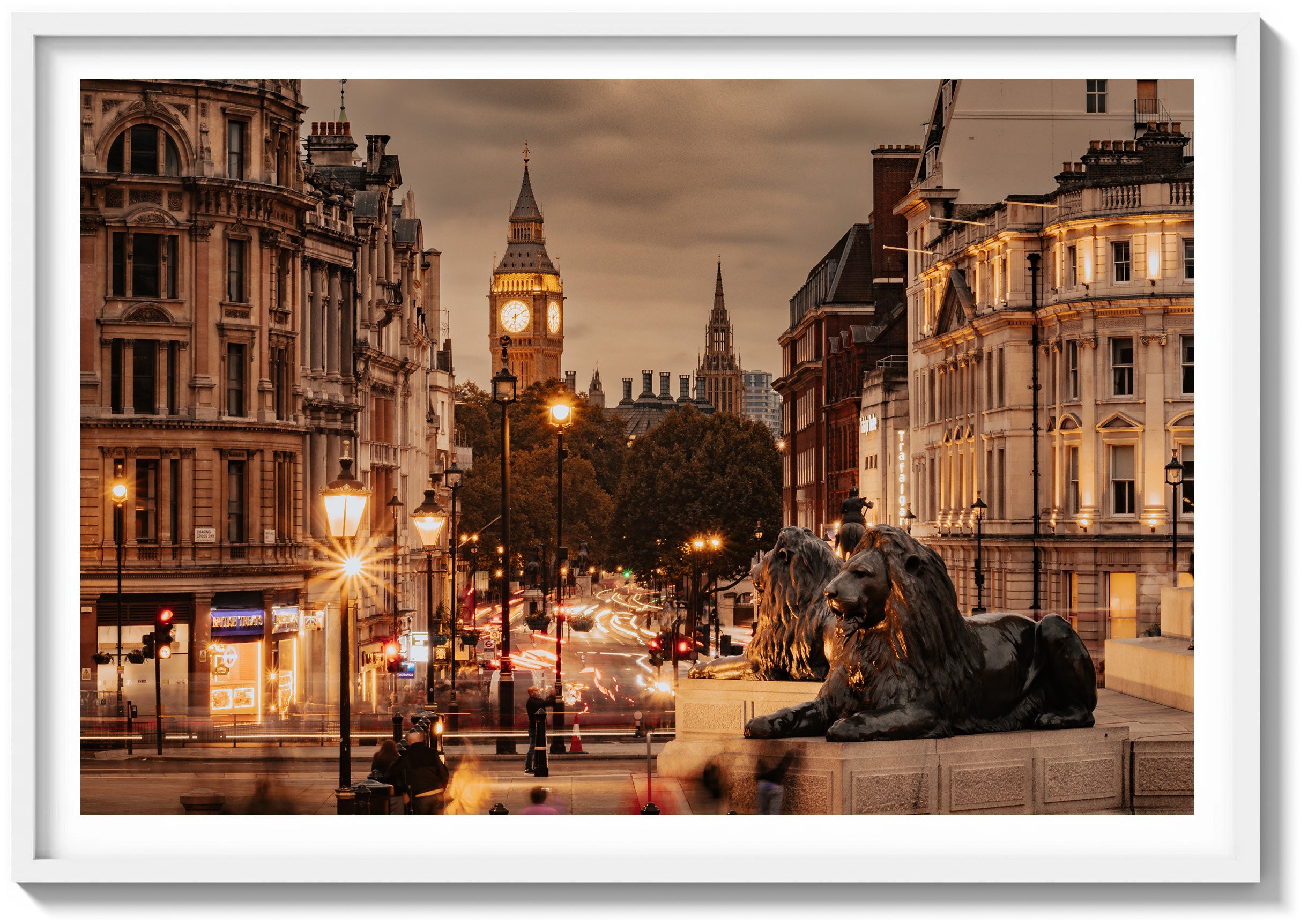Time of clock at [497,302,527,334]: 6:10
